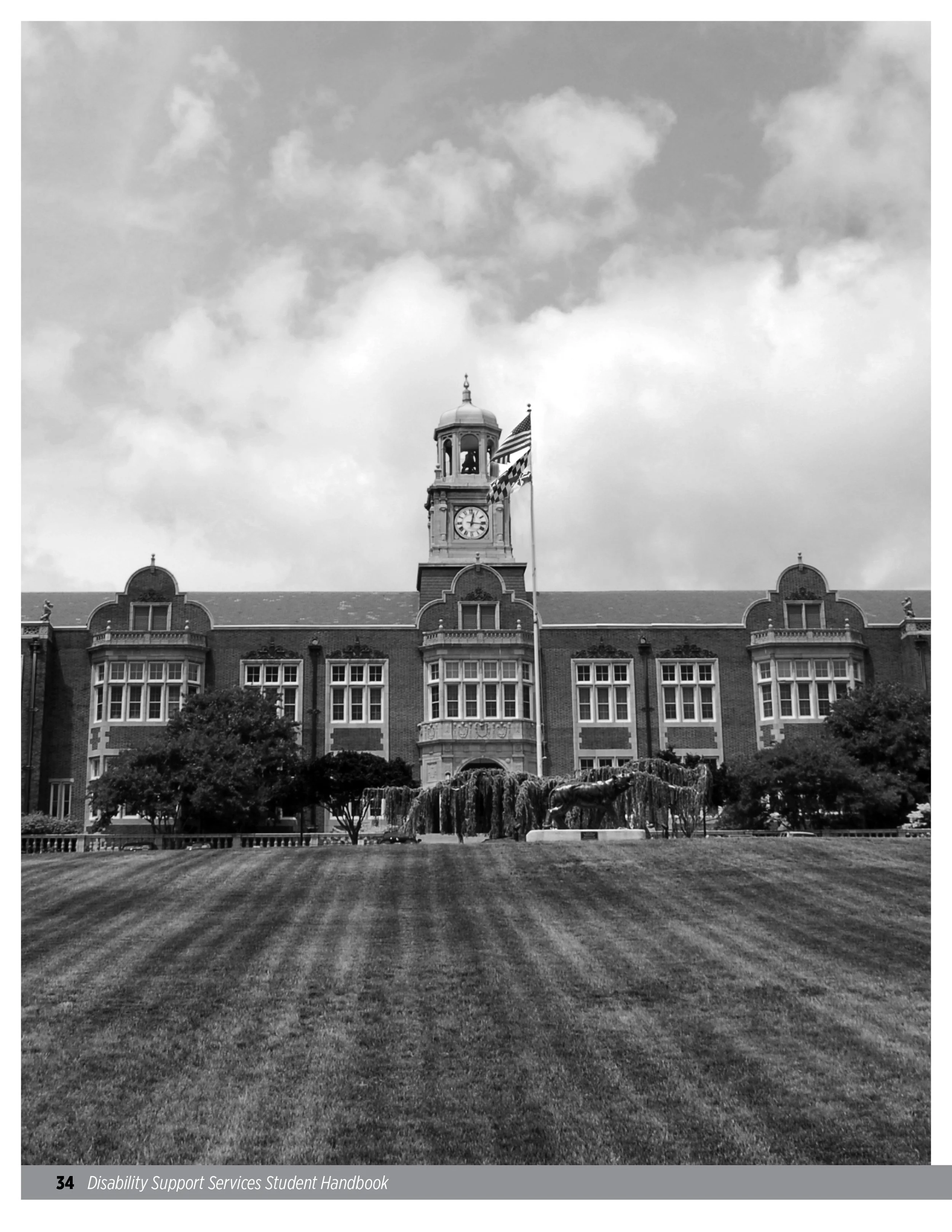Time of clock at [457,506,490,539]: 12:16
